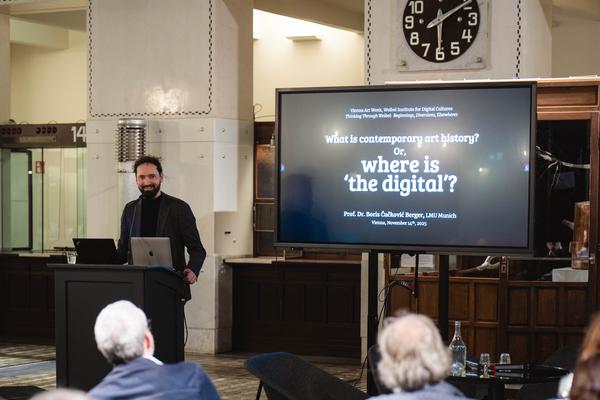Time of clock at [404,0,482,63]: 6:10
